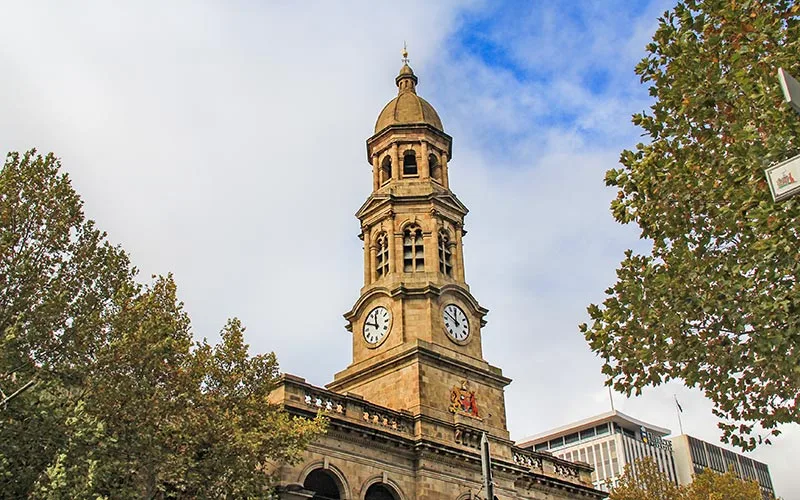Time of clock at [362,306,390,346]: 11:48
